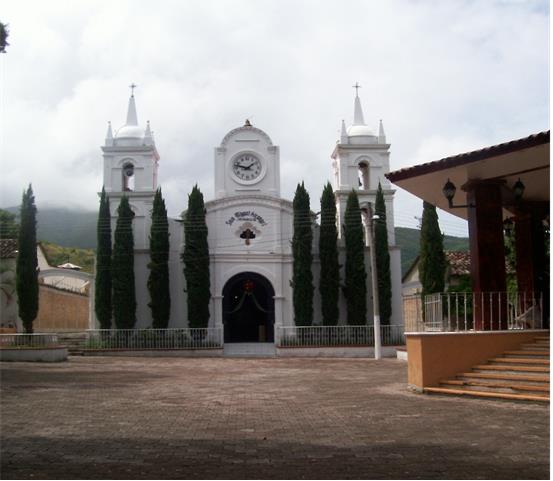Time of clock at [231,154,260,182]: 1:47
